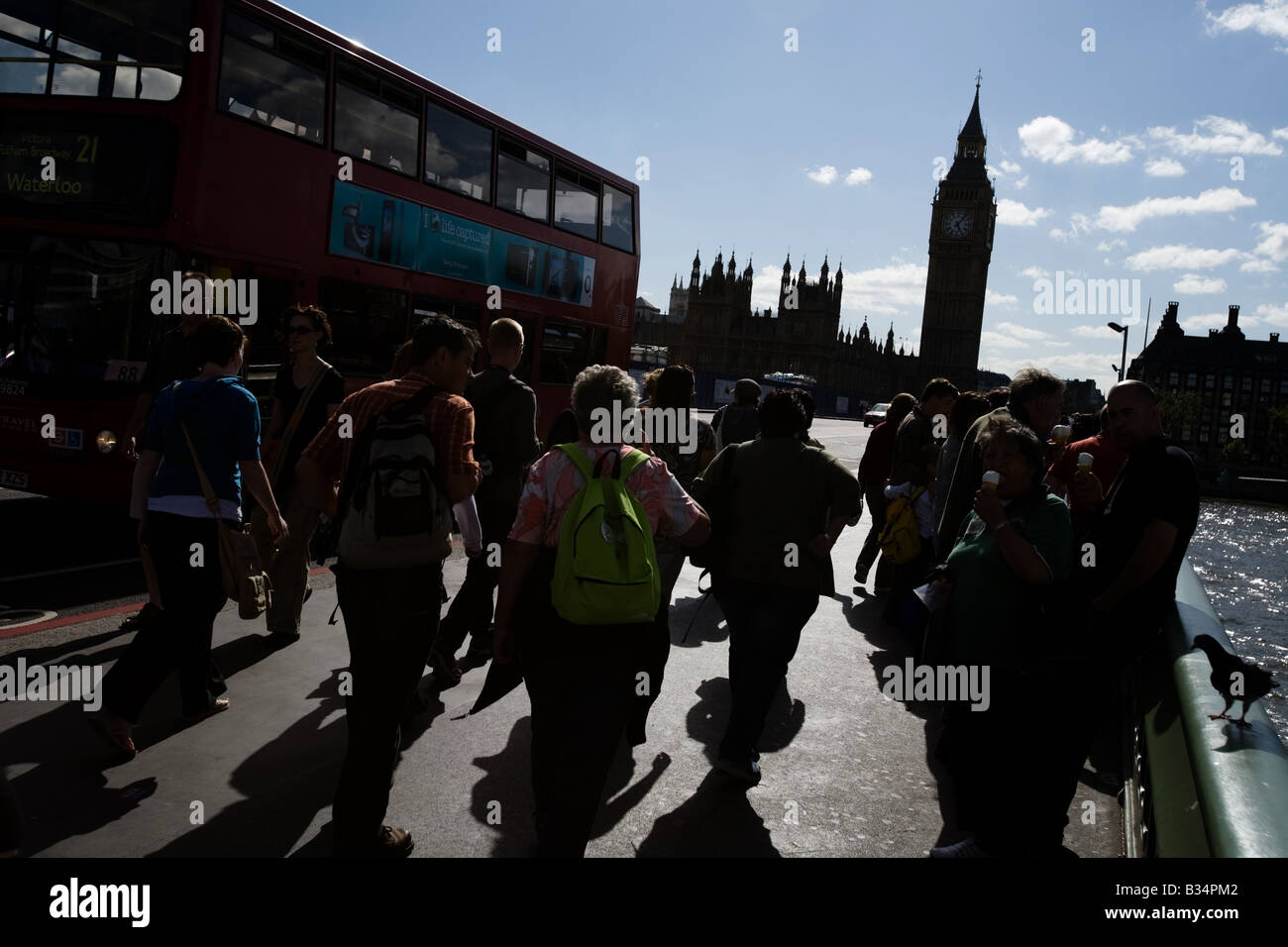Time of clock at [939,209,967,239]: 5:06
